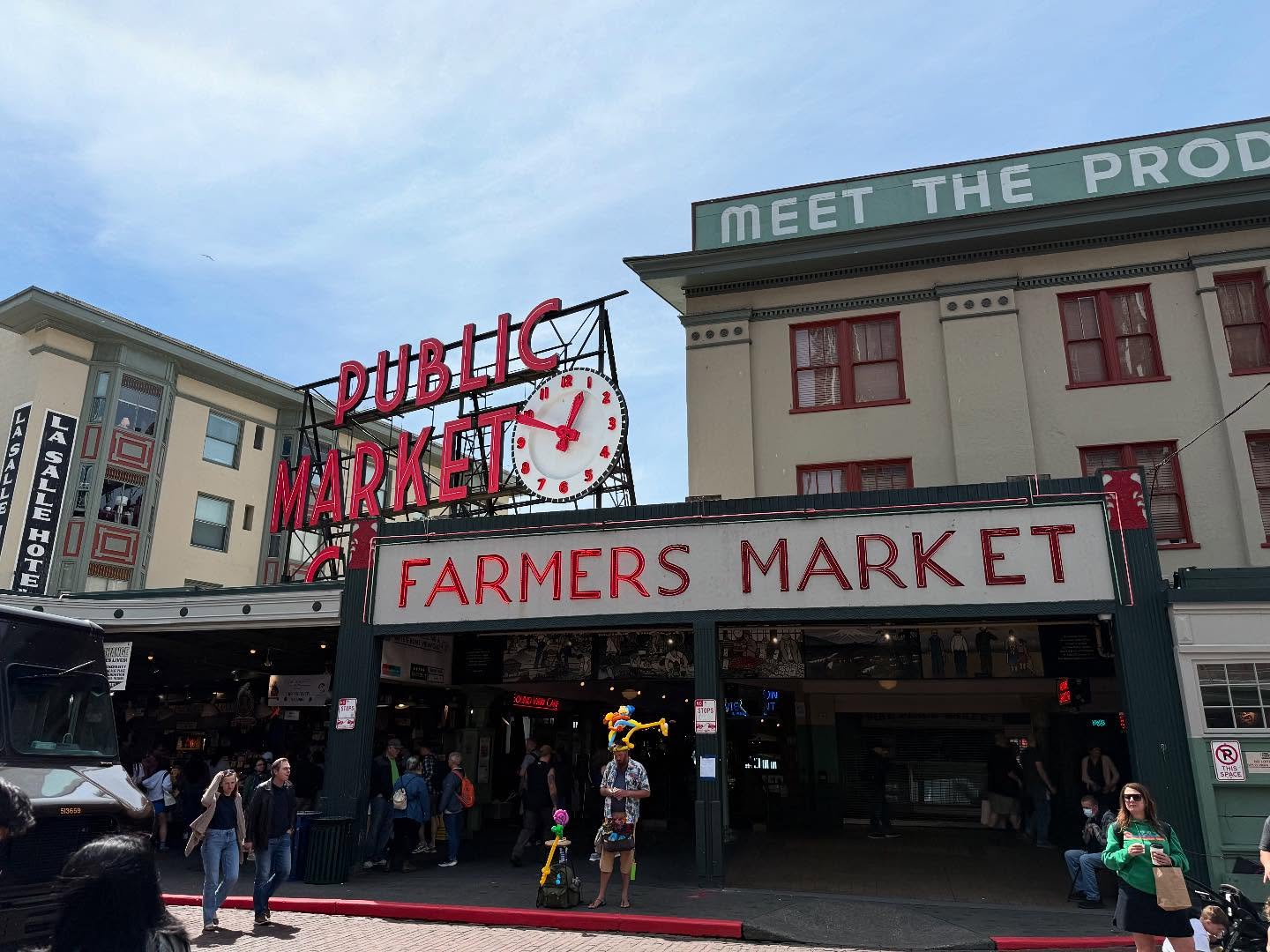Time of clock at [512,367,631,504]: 12:49
